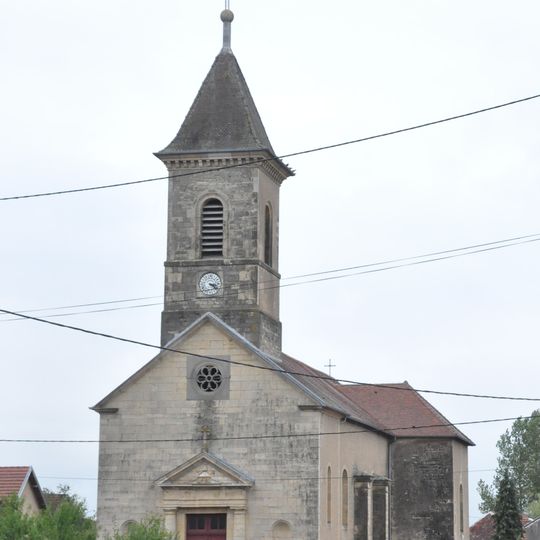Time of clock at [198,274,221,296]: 3:22
